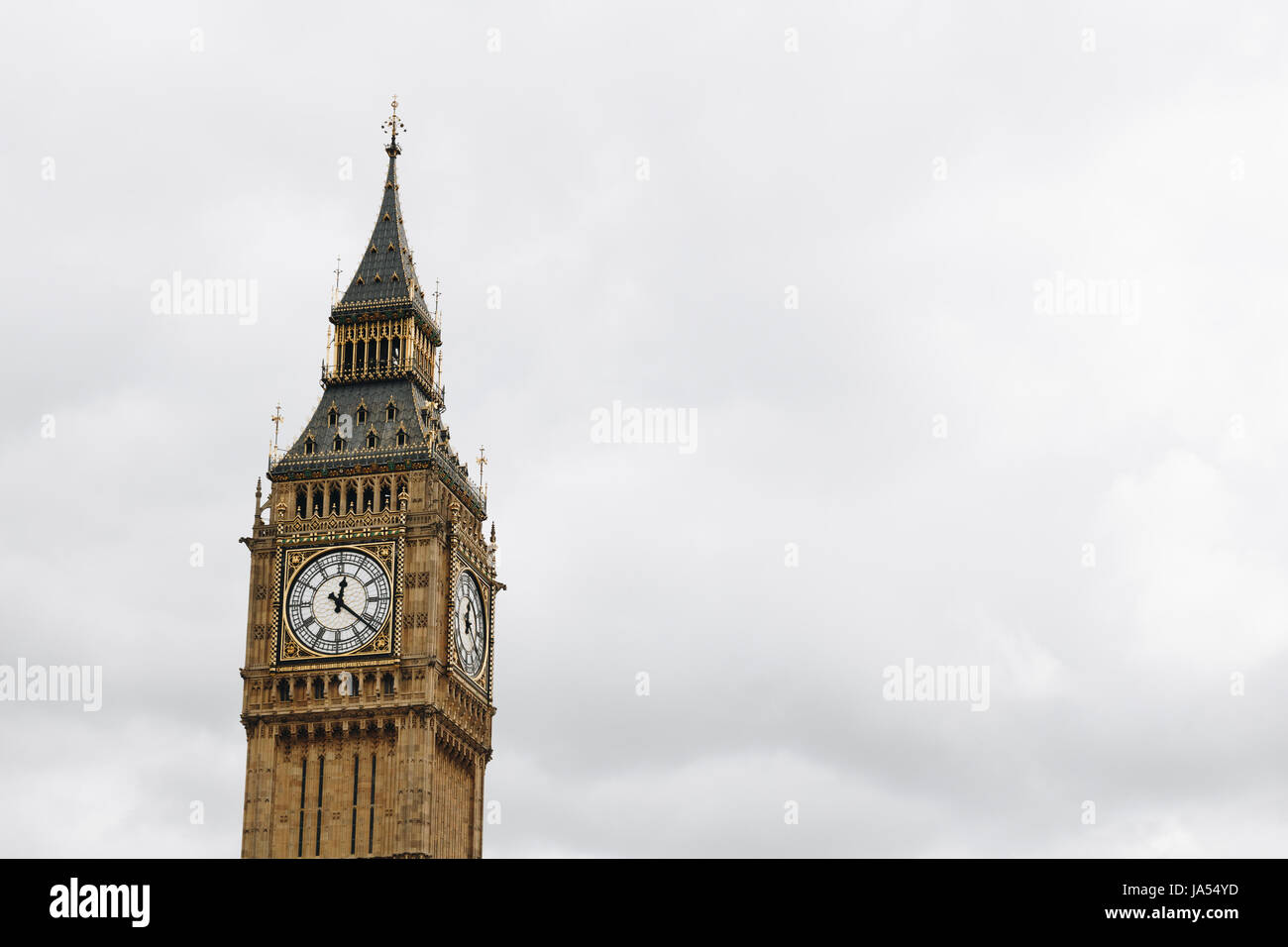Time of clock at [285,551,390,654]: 12:21
